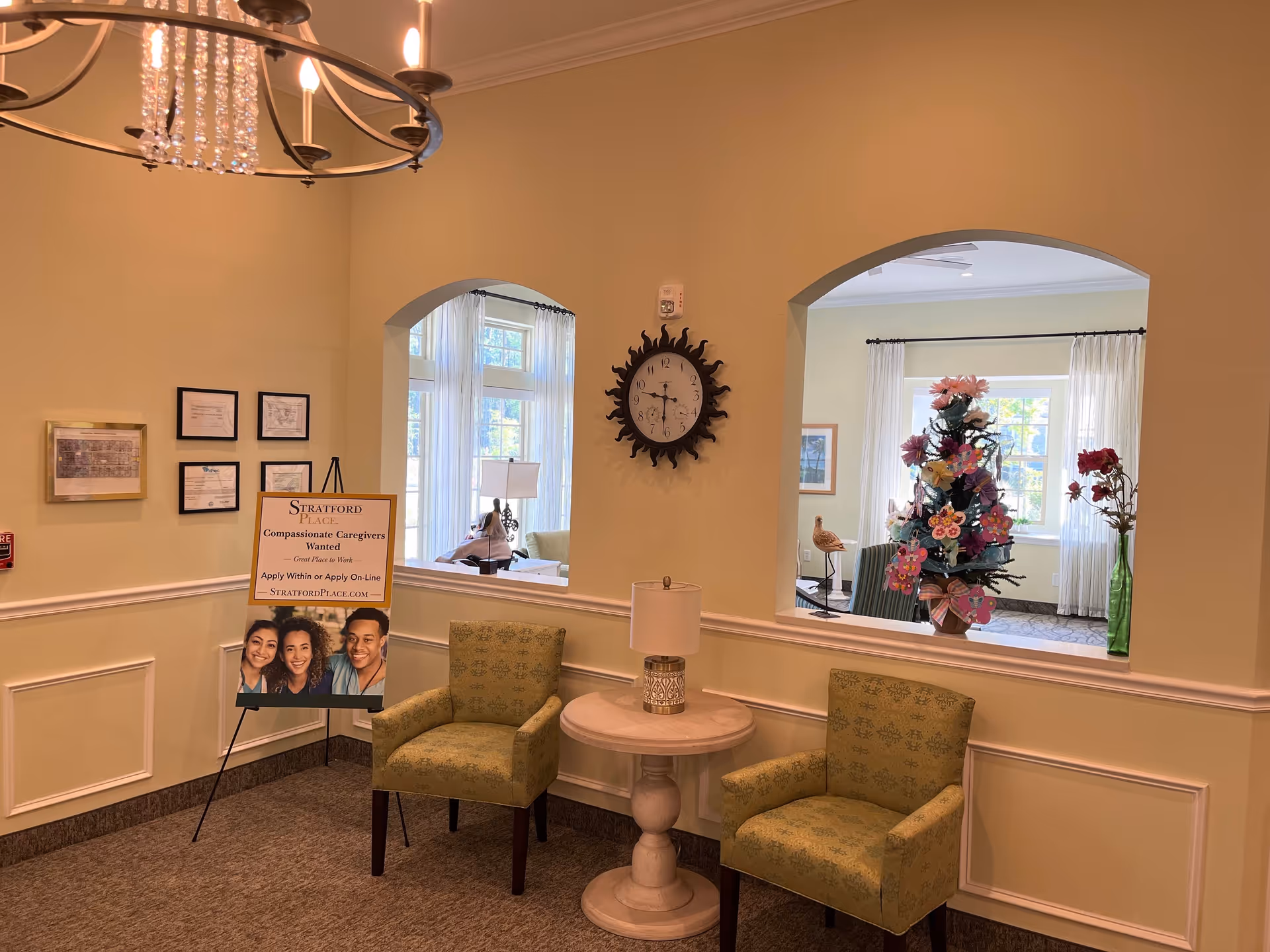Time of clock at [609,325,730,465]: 9:31
